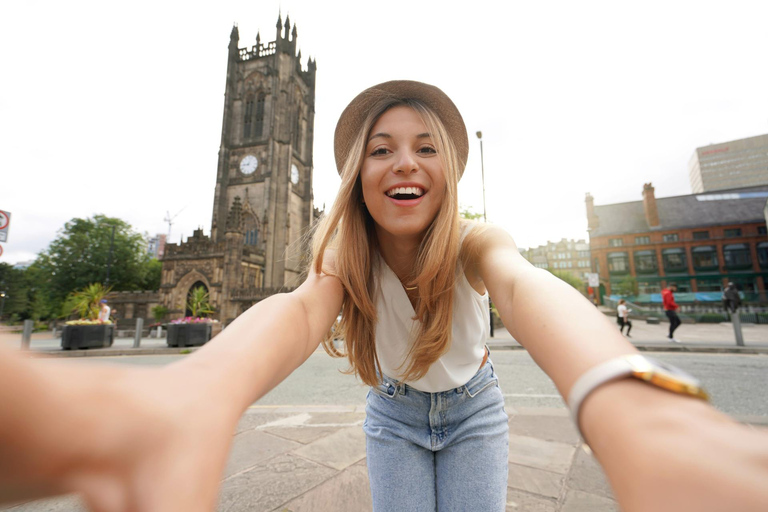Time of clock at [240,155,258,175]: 9:03
